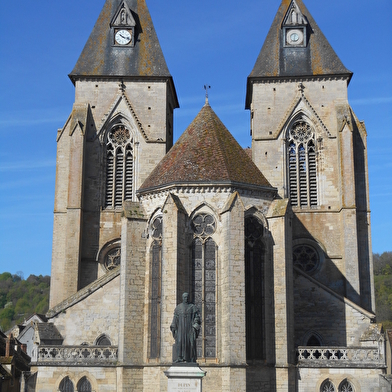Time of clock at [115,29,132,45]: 10:17
